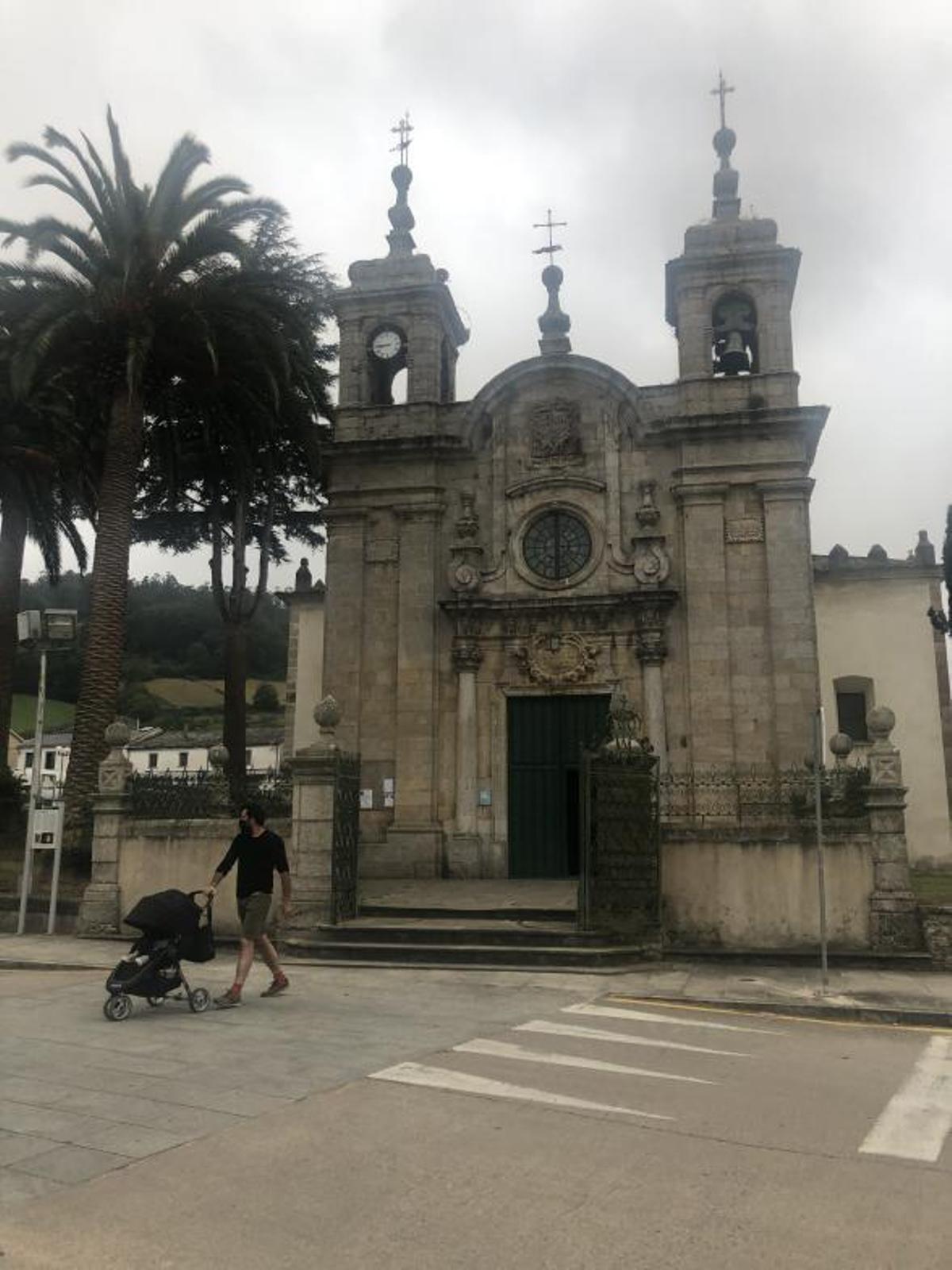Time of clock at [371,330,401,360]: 8:45
